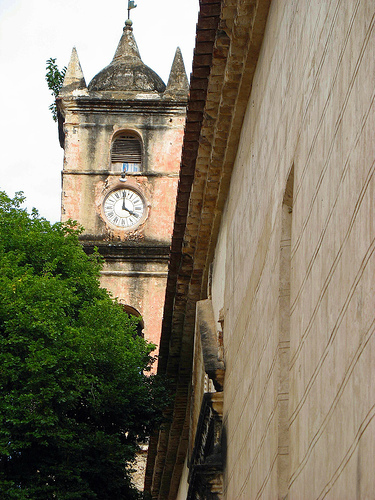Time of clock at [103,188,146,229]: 4:00
